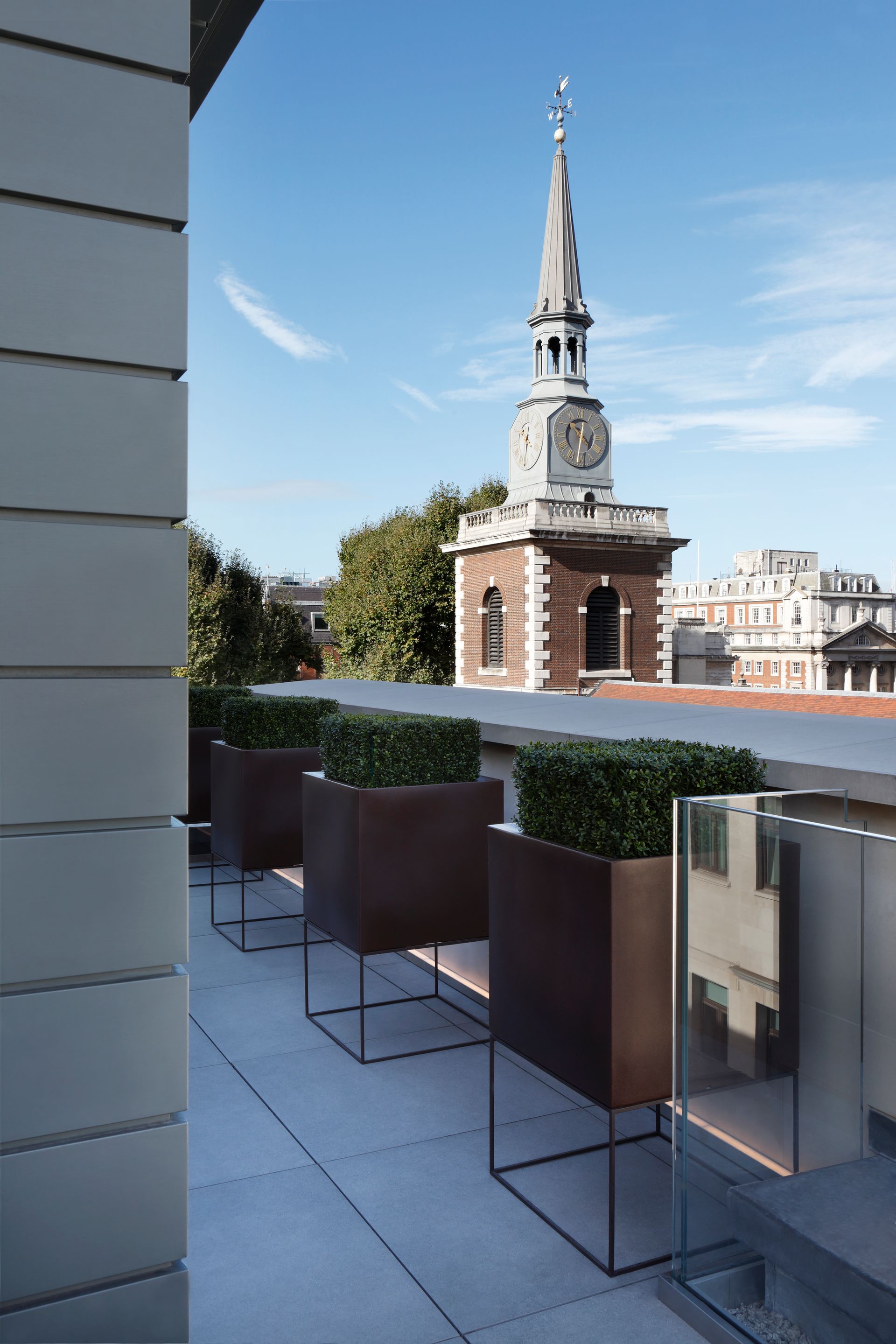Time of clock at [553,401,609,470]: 4:31
